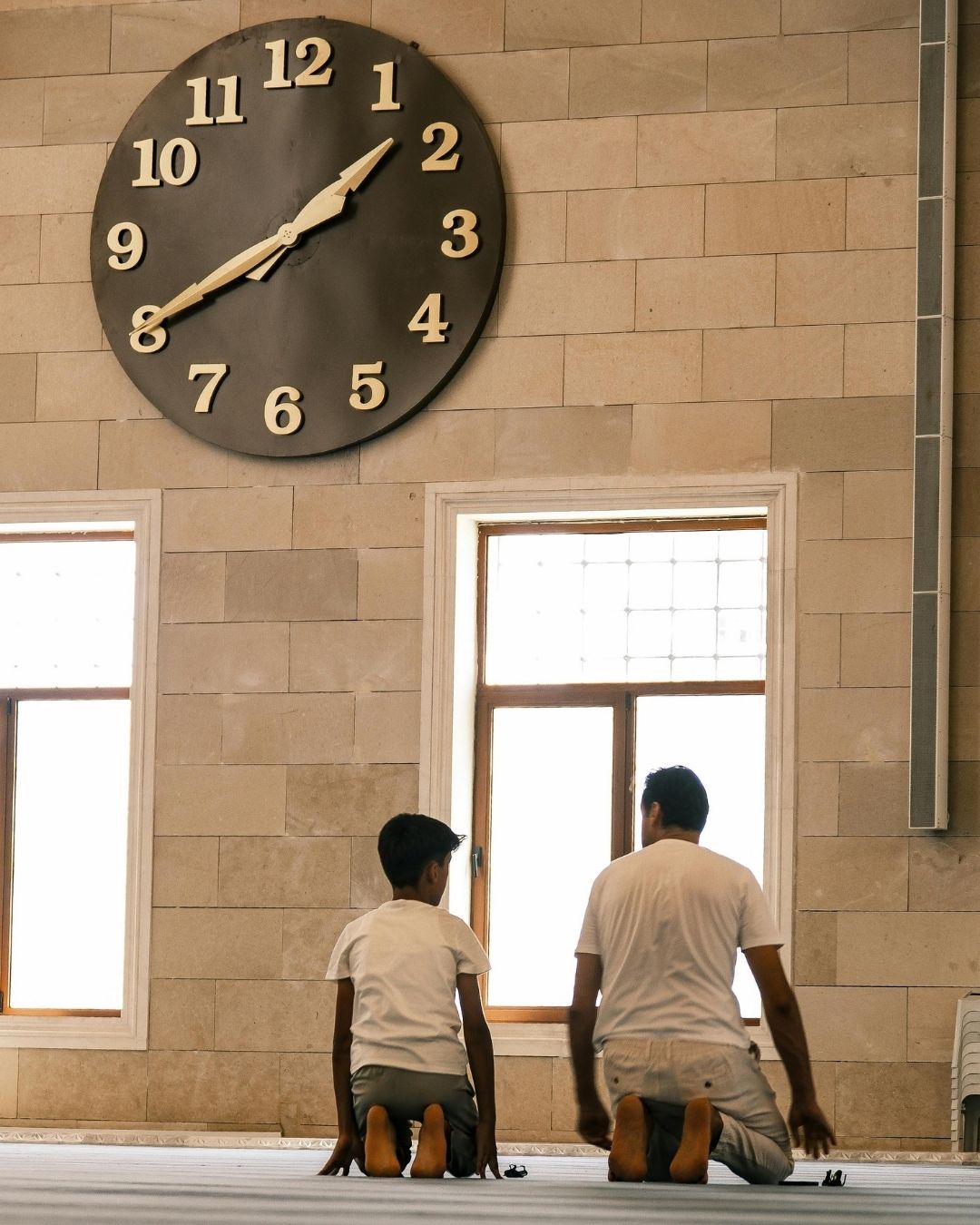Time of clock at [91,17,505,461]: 1:40
